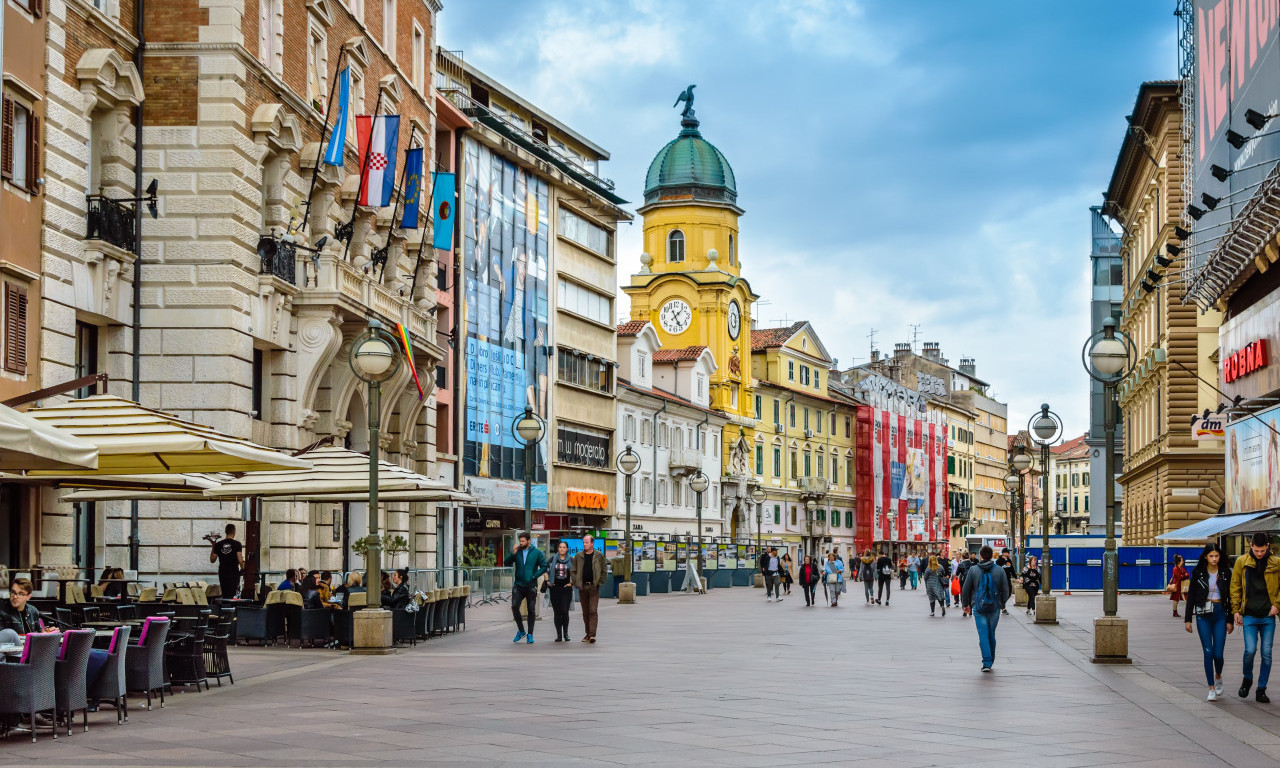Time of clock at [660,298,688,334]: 5:07
